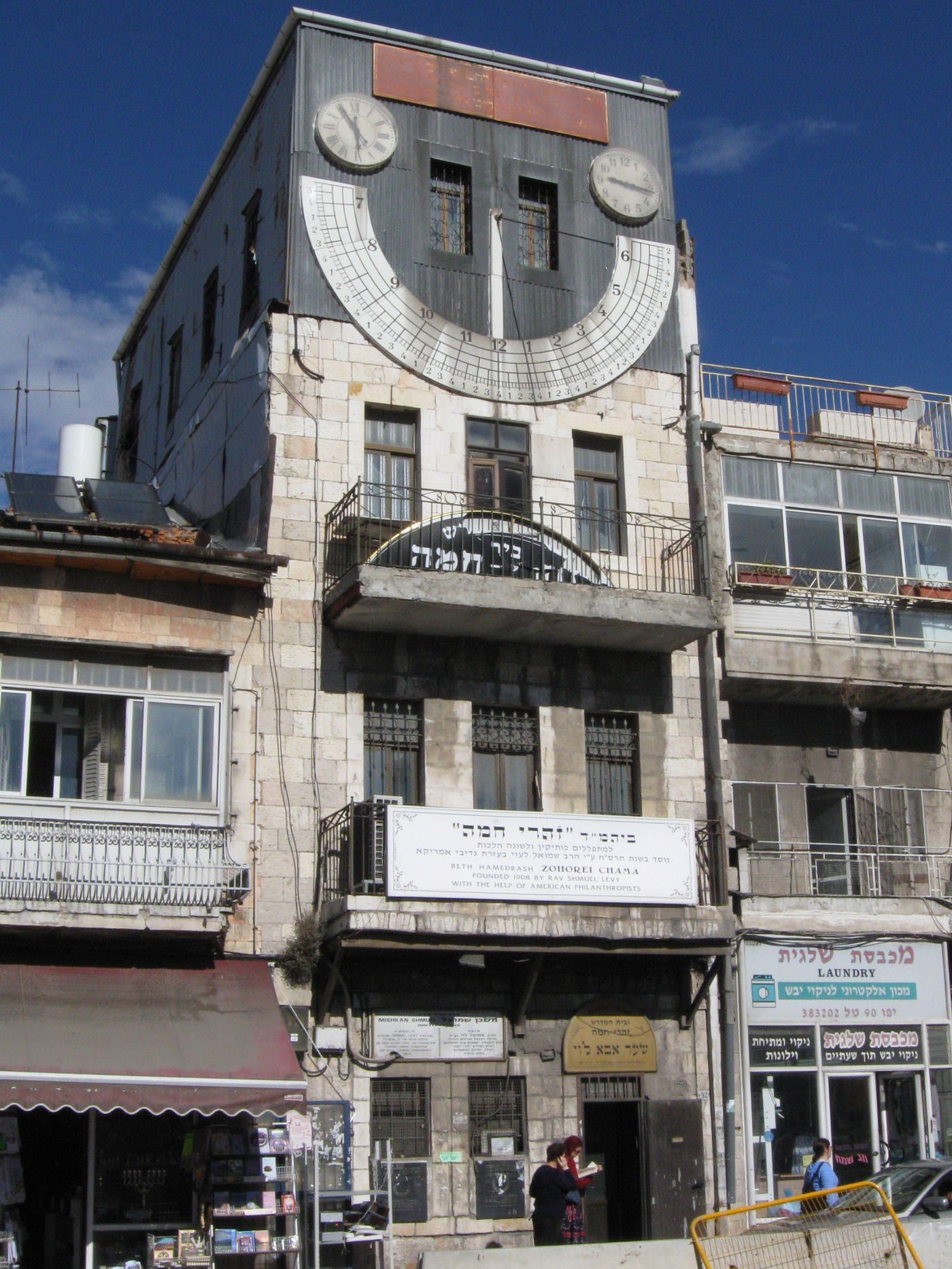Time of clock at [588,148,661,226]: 9:16
